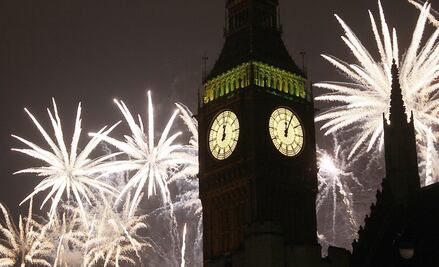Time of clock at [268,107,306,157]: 12:04
